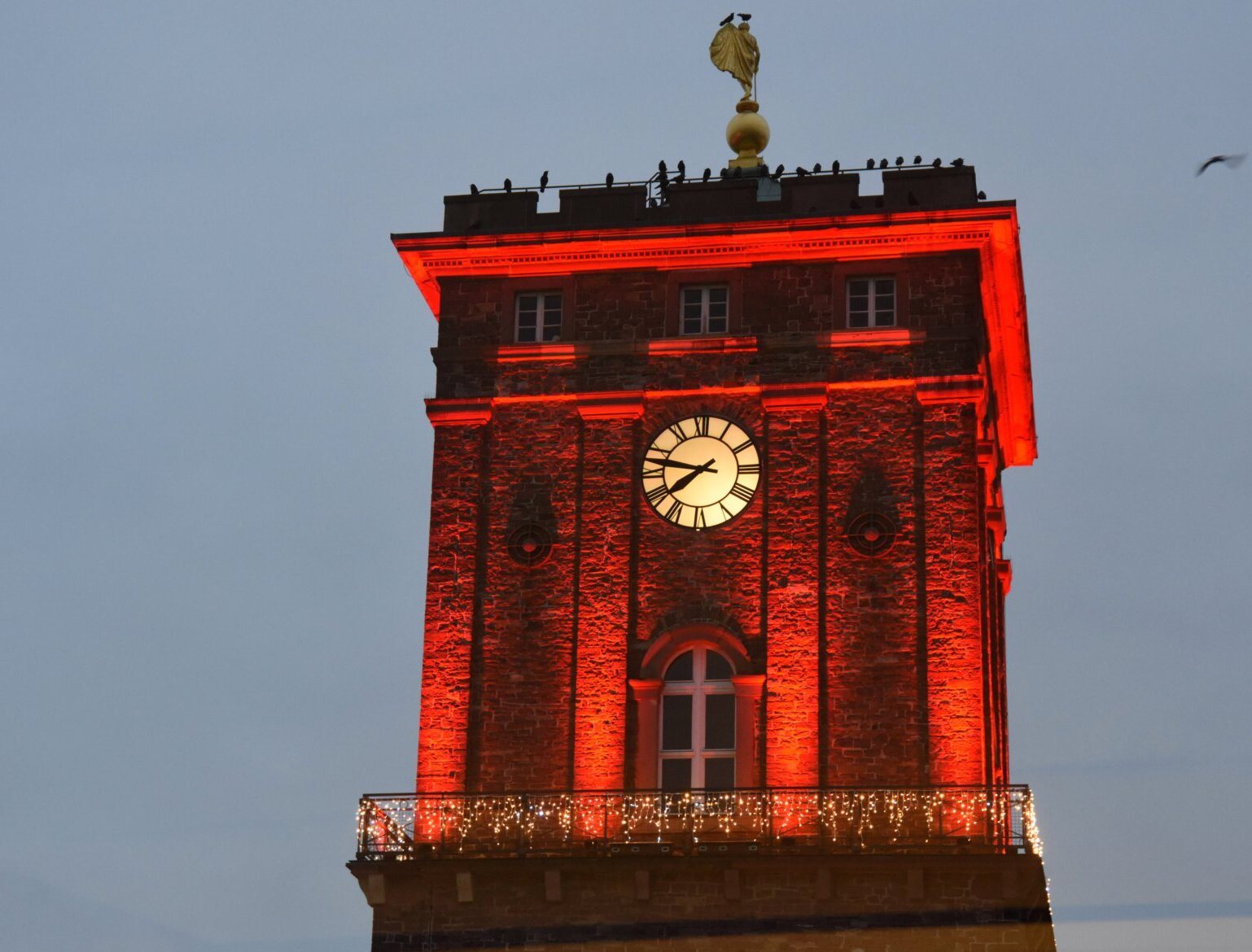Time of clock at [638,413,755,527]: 7:46
